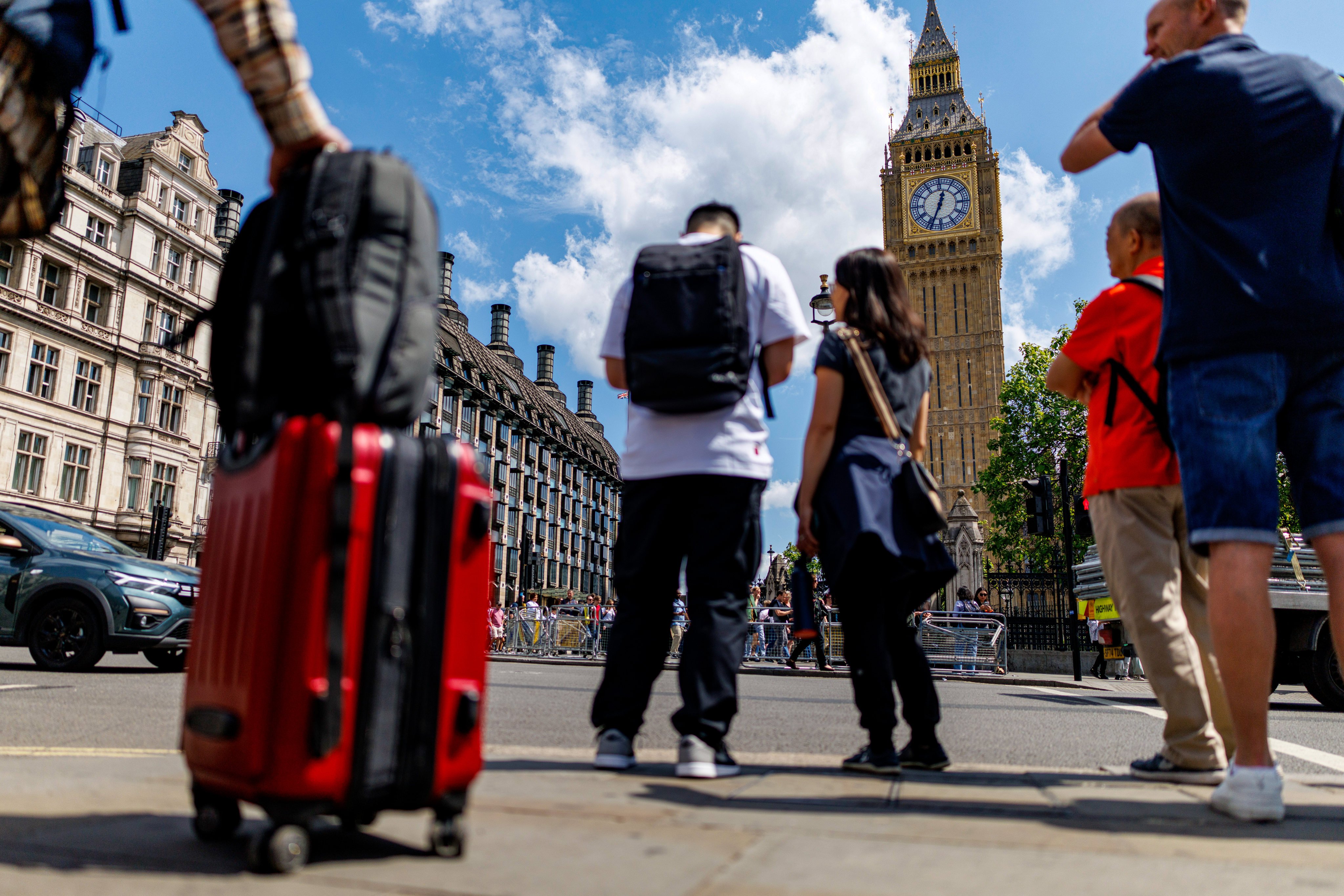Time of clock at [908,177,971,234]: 12:33
